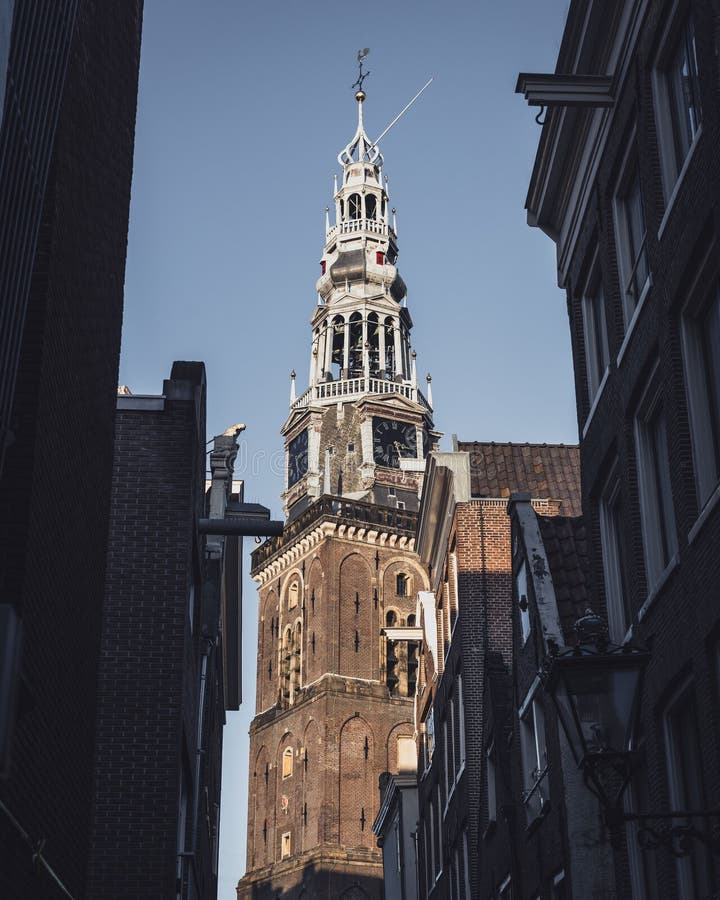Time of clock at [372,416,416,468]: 5:18
